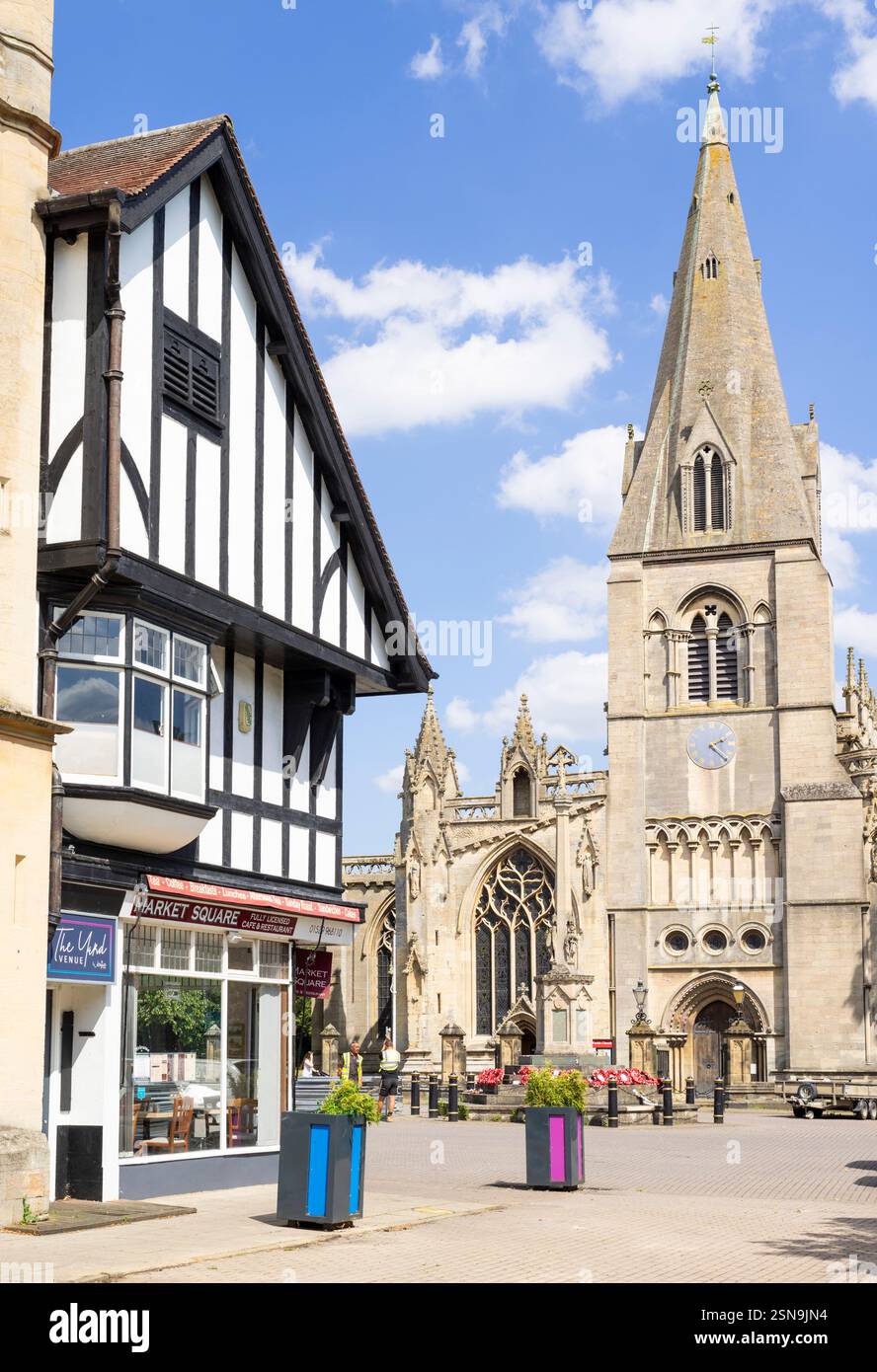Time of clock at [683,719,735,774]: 2:21
